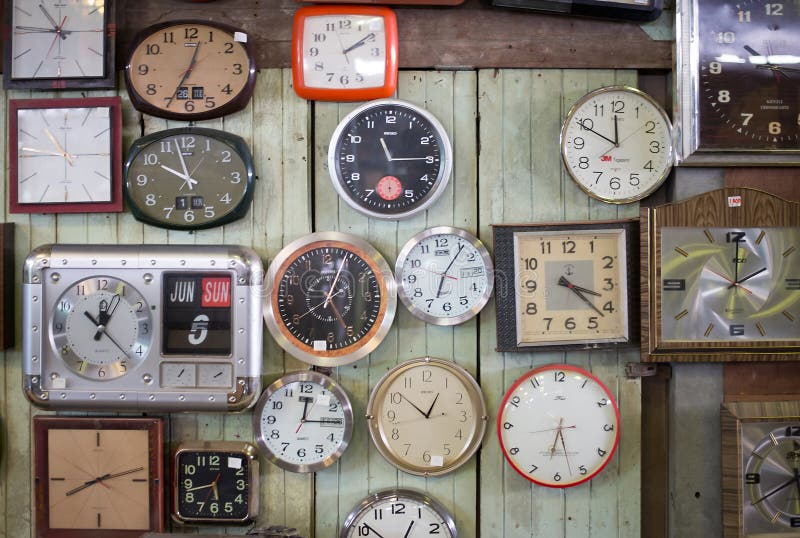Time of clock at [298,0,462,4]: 2:09
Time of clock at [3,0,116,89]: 10:45
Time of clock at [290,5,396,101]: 2:09
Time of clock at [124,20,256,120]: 12:34
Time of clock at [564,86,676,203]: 11:49
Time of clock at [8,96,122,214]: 10:45
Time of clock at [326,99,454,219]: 11:14
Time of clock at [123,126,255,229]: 9:57
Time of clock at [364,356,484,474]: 12:51
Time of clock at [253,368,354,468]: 12:14
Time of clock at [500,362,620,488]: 6:27
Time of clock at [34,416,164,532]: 8:12
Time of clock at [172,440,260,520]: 5:42
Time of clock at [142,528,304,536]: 5:42
